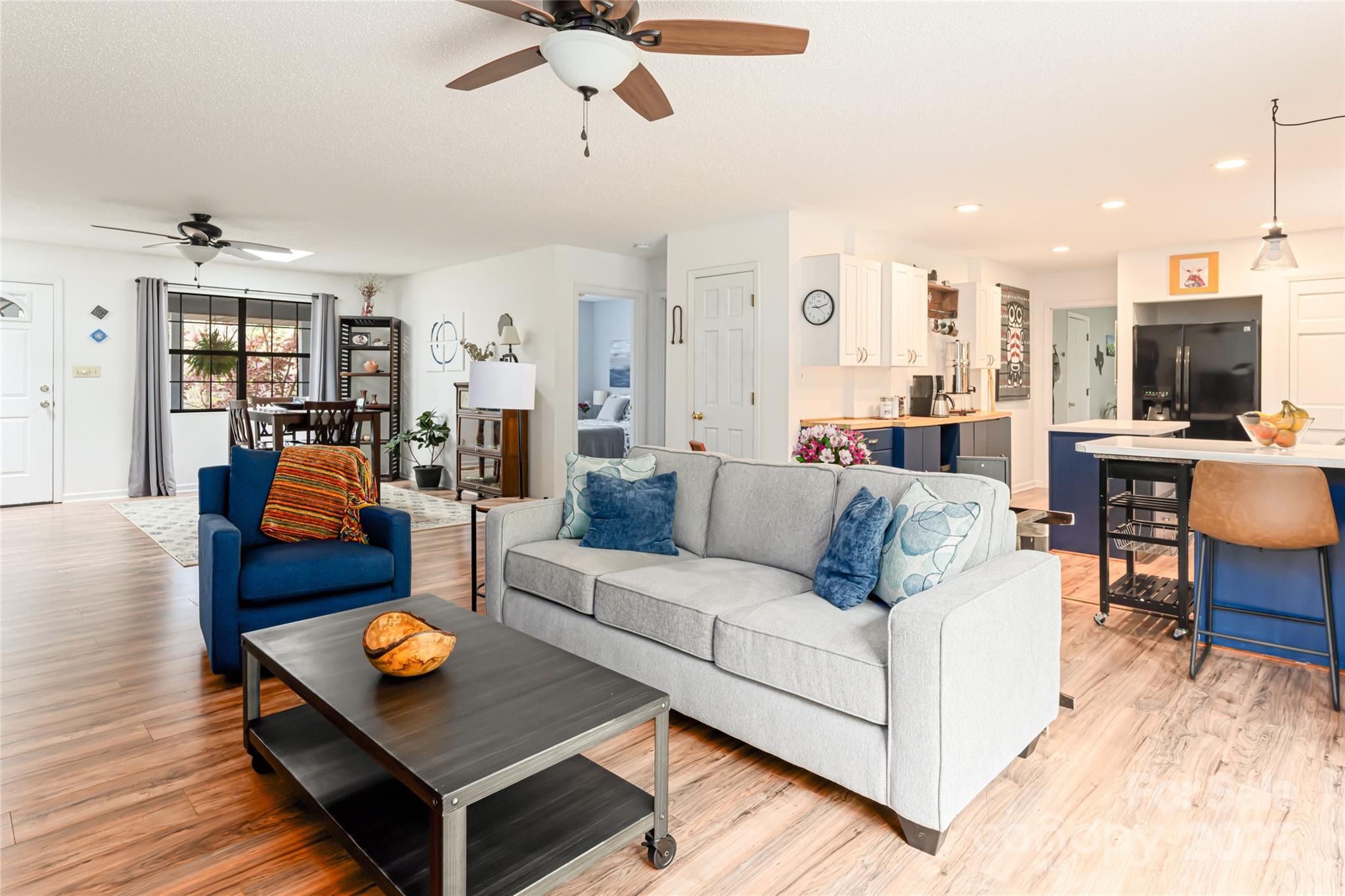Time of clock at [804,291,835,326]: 9:12
